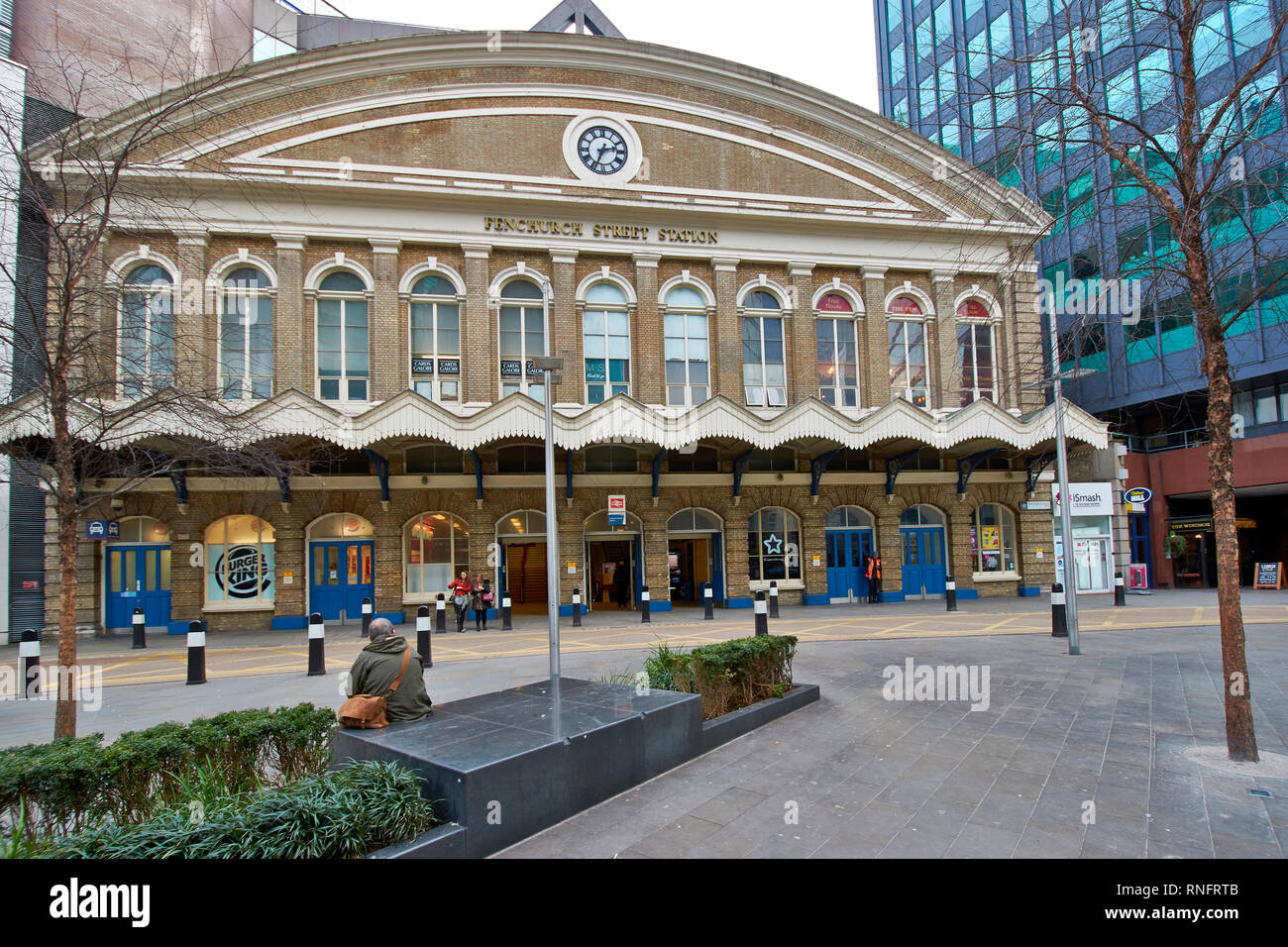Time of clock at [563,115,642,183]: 2:33
